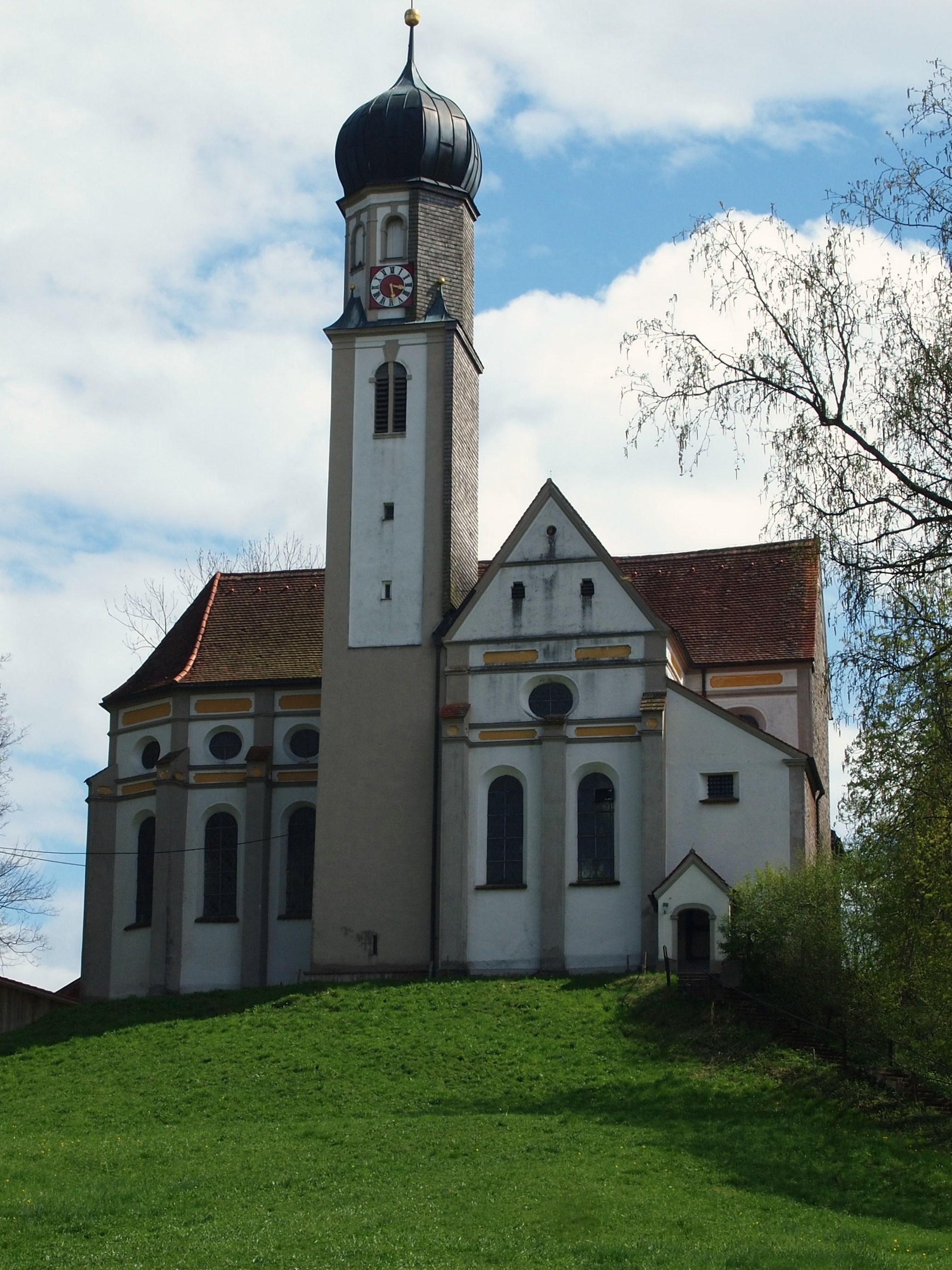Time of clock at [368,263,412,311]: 3:28
